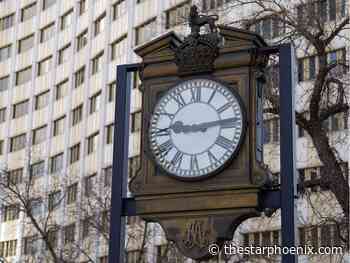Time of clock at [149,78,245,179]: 9:13
